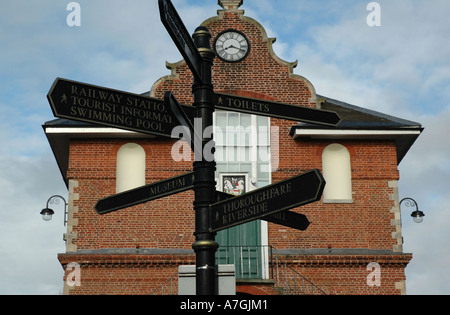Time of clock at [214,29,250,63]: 8:18
